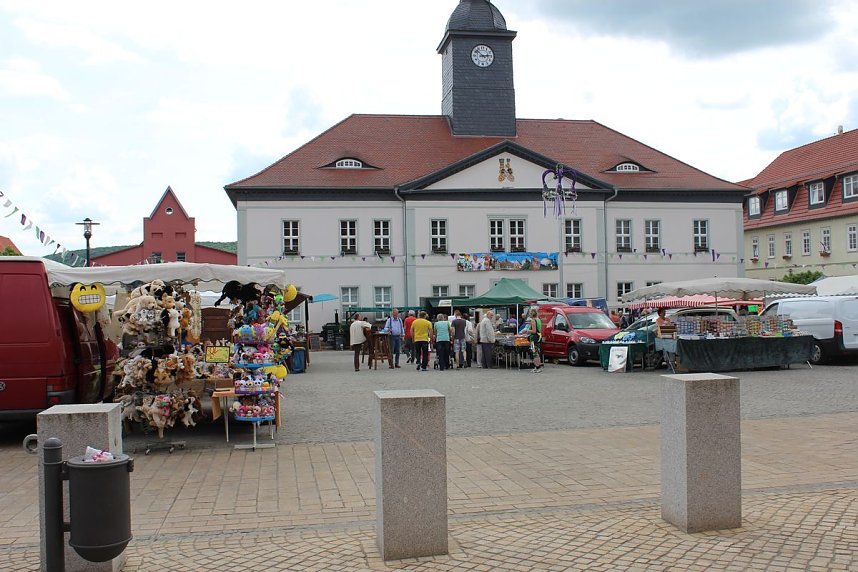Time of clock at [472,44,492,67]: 2:52
